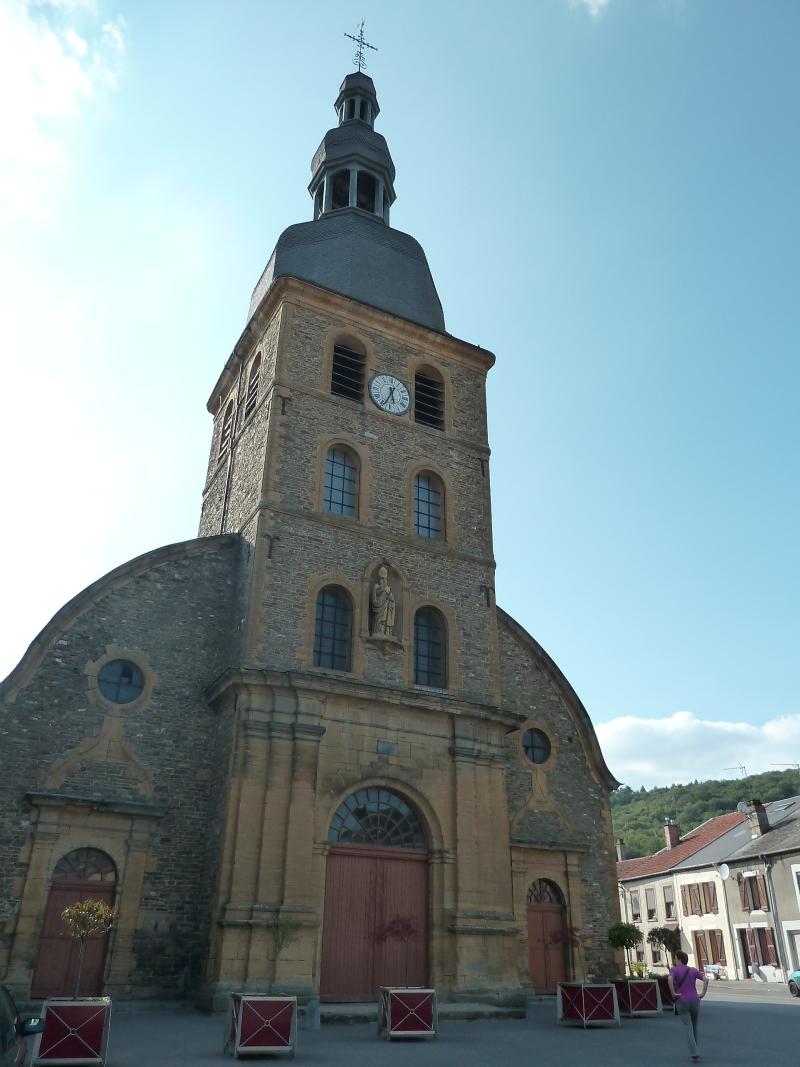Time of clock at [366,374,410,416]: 5:34
